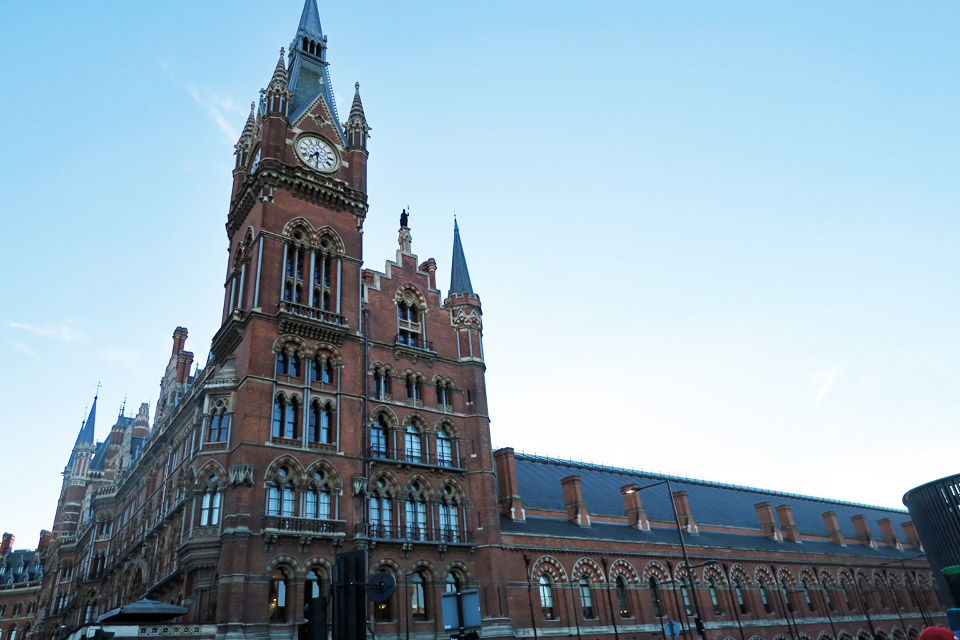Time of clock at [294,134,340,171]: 7:30
